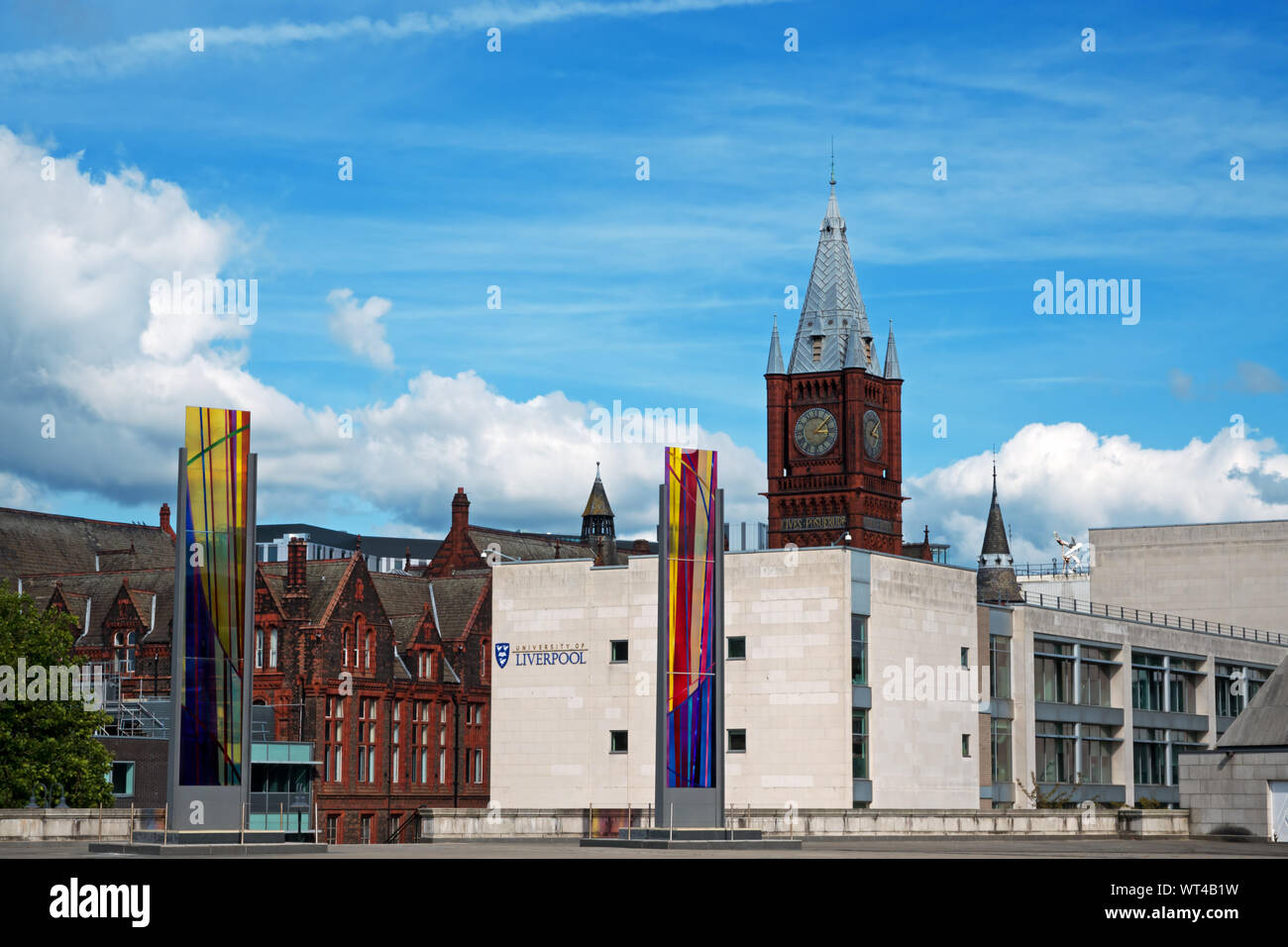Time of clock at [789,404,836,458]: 3:08
